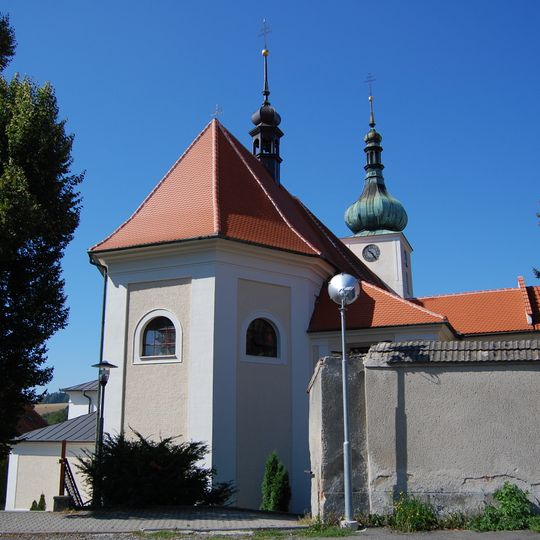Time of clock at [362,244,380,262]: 10:24
